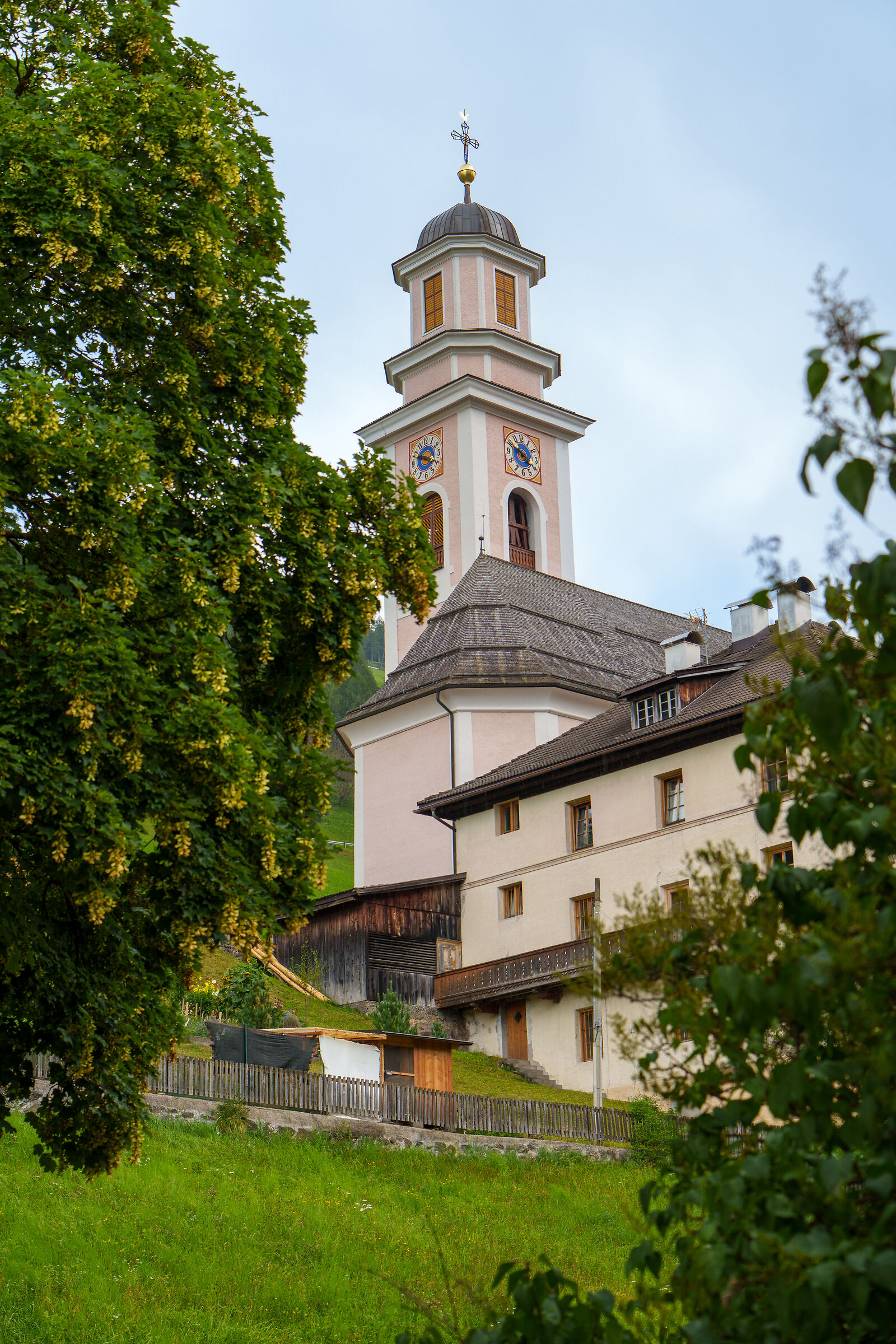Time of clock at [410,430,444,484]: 3:48
